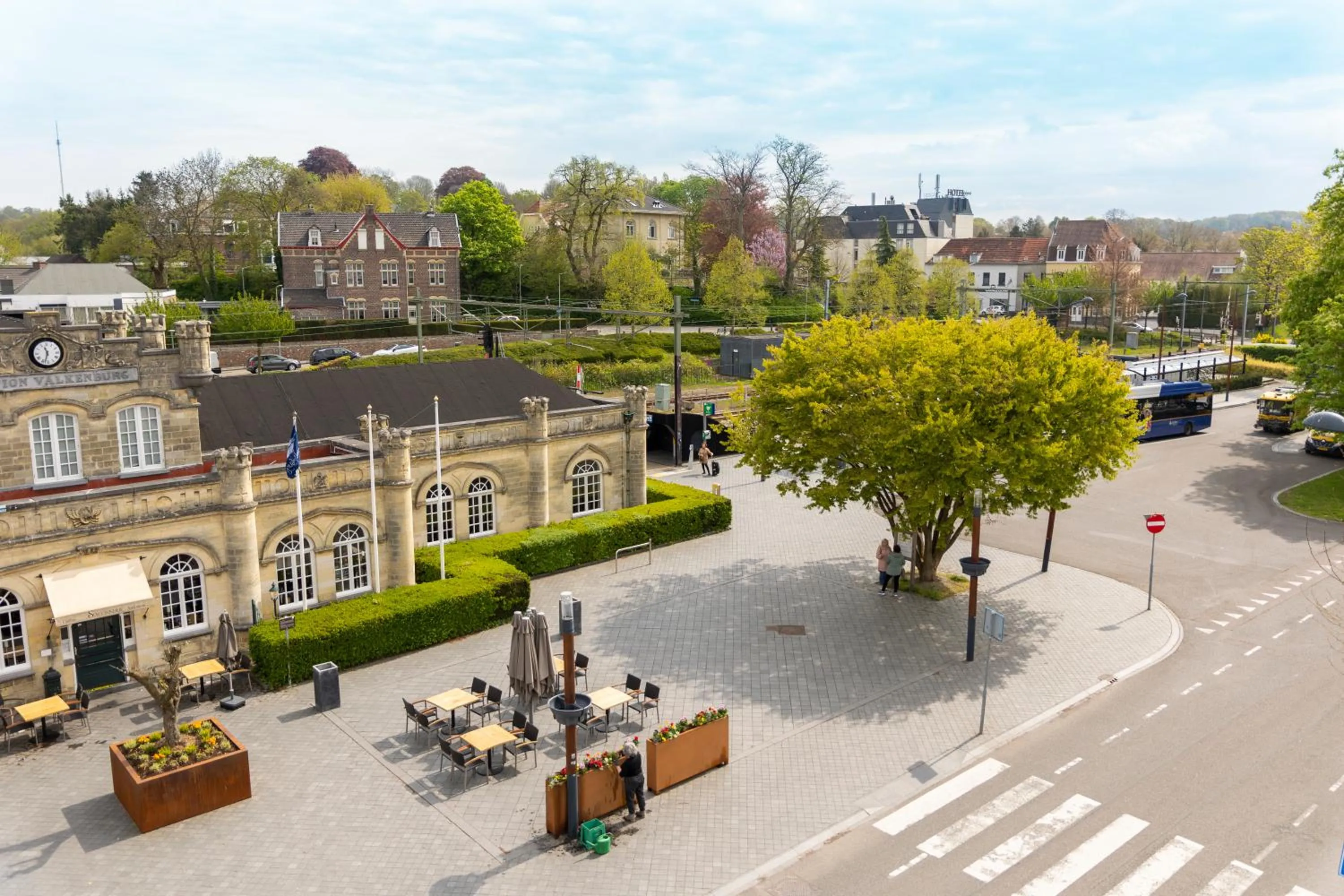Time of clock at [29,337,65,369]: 11:32
